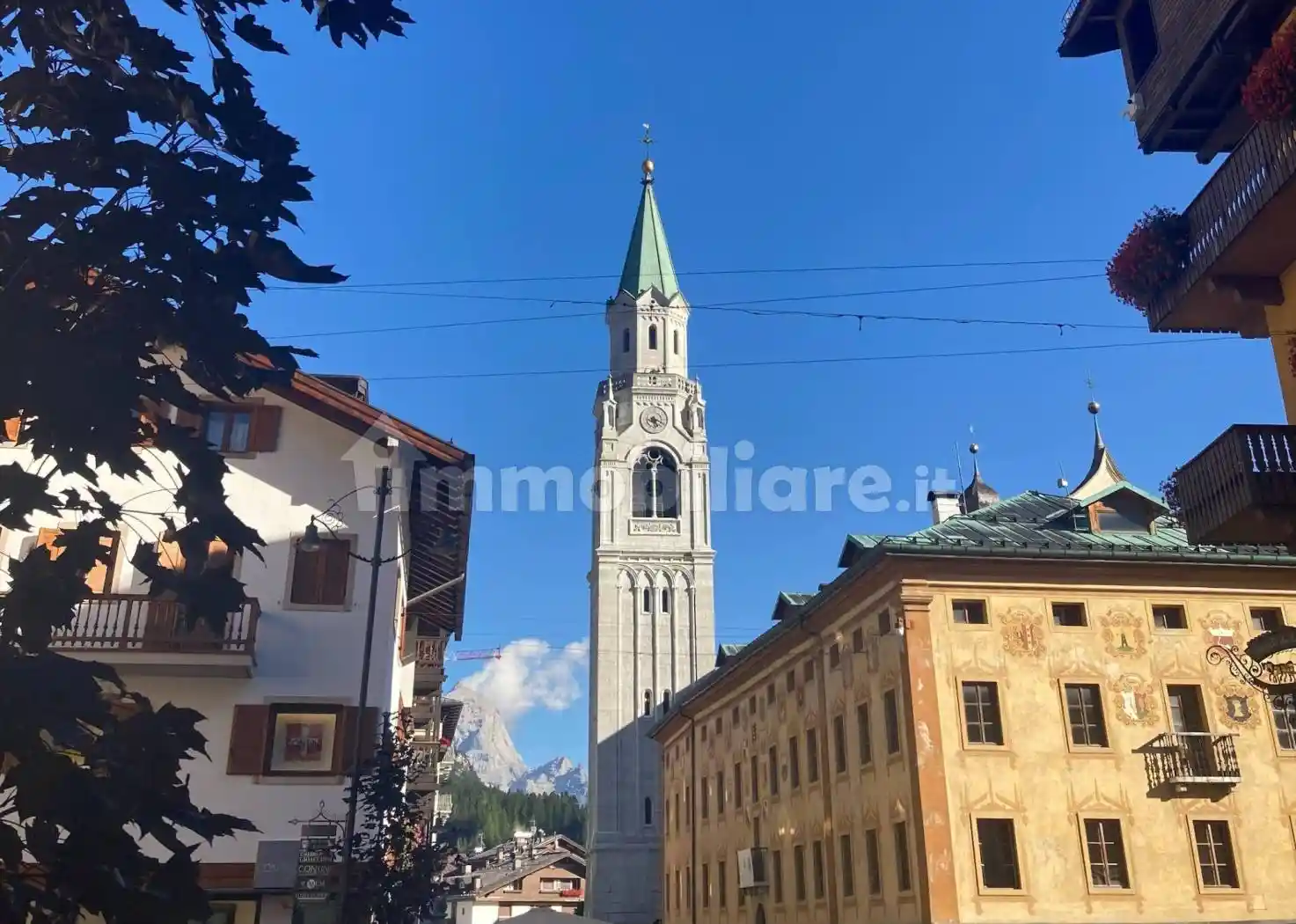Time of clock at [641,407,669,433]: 5:18
